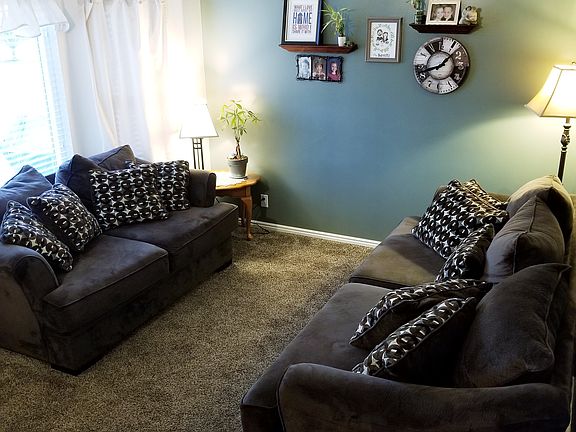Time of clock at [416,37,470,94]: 1:42
